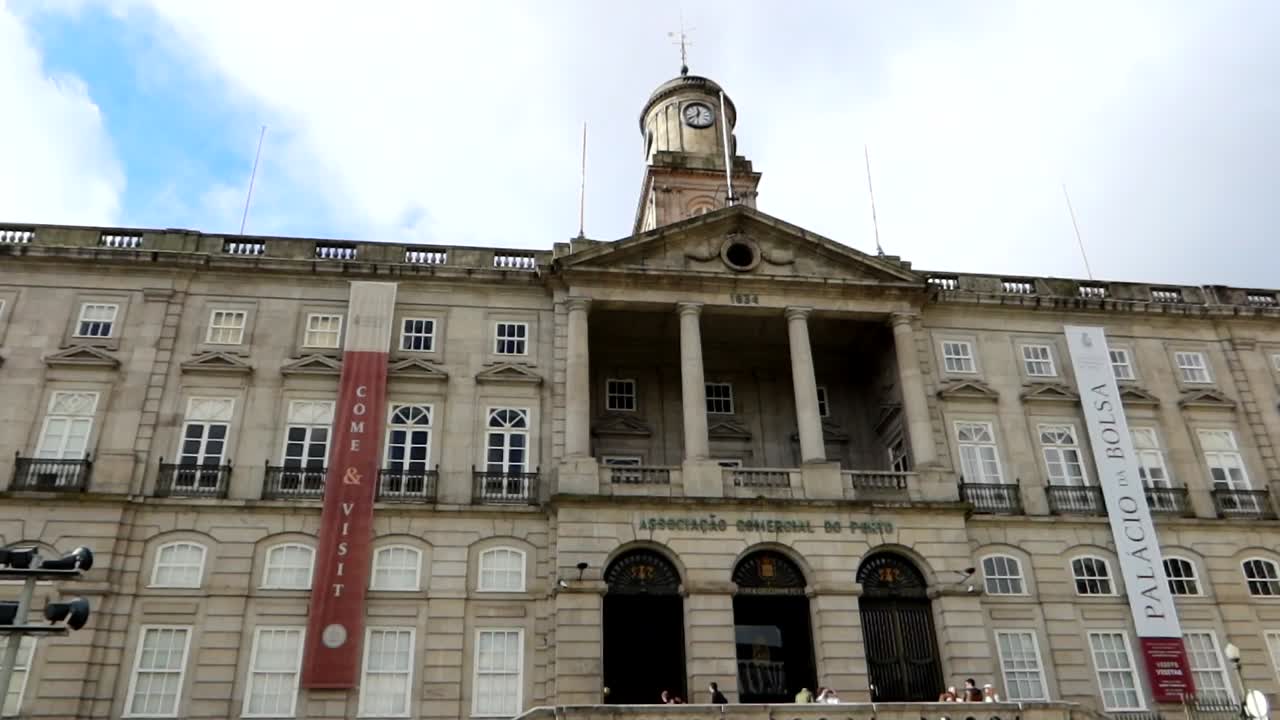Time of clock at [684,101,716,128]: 12:40
